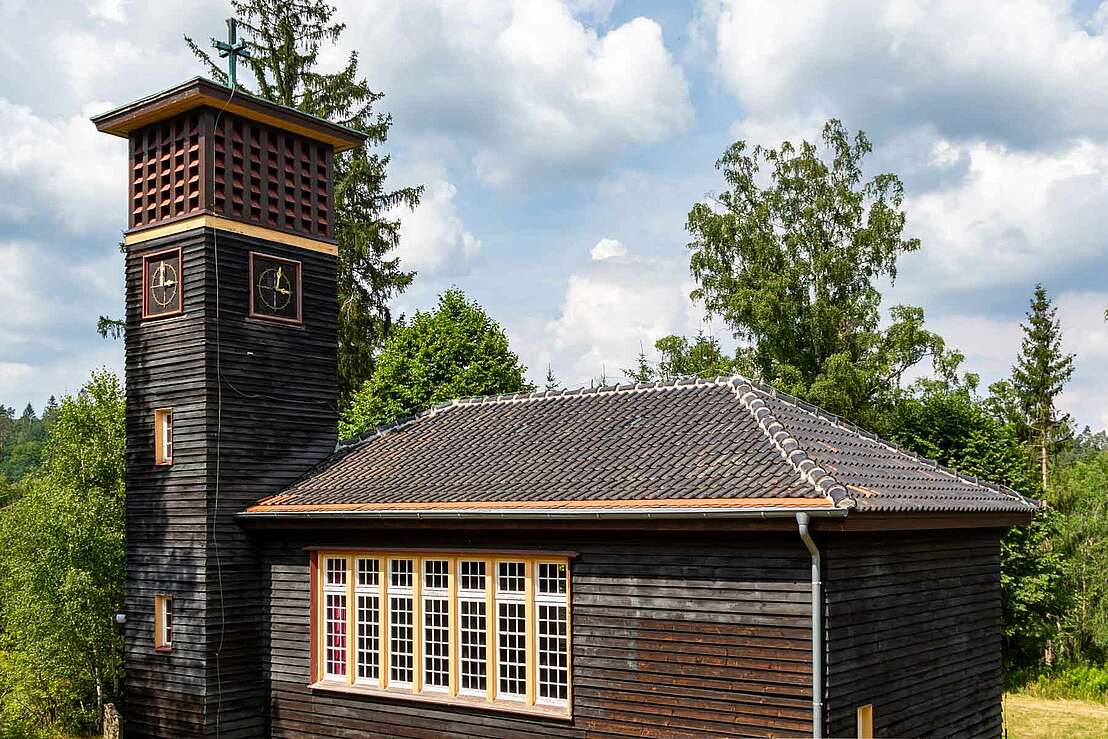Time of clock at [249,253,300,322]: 3:01
